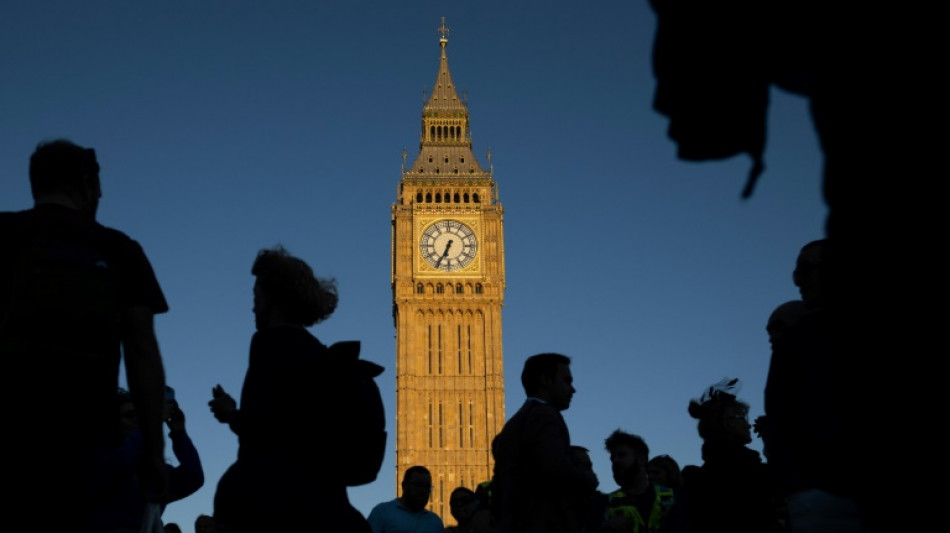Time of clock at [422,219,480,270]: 6:34
